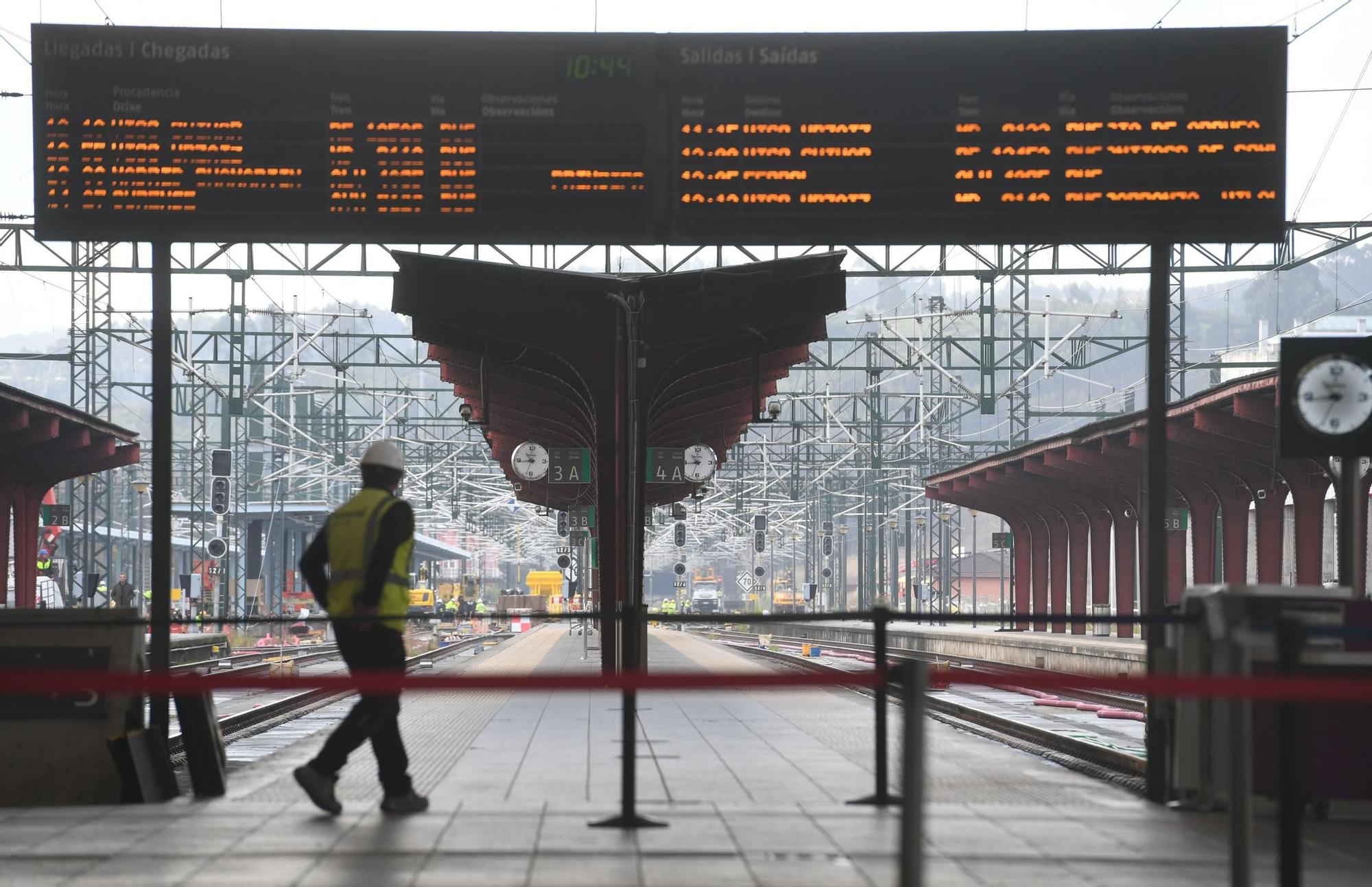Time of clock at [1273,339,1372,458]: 10:43
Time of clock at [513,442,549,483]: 10:43
